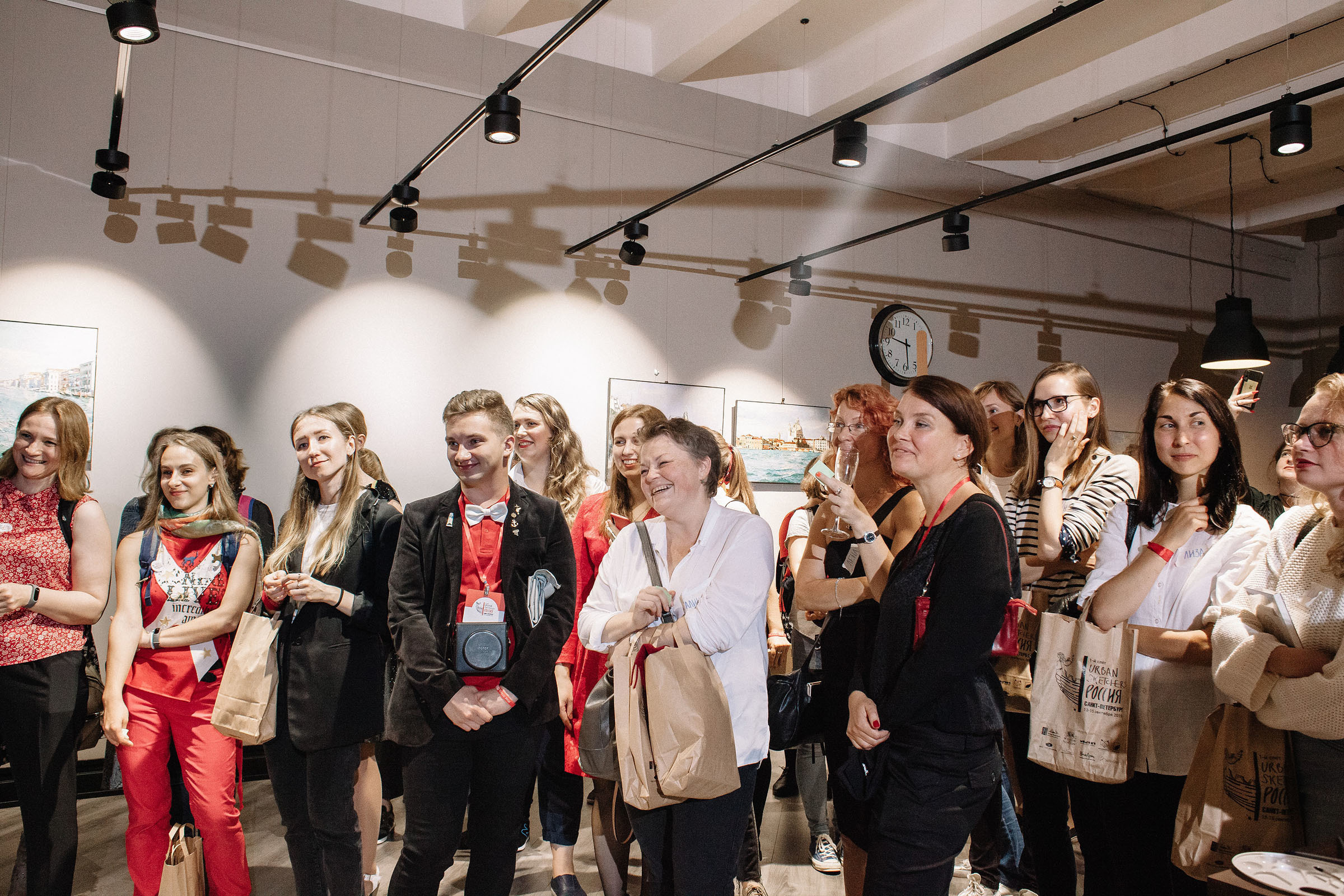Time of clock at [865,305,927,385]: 9:28
